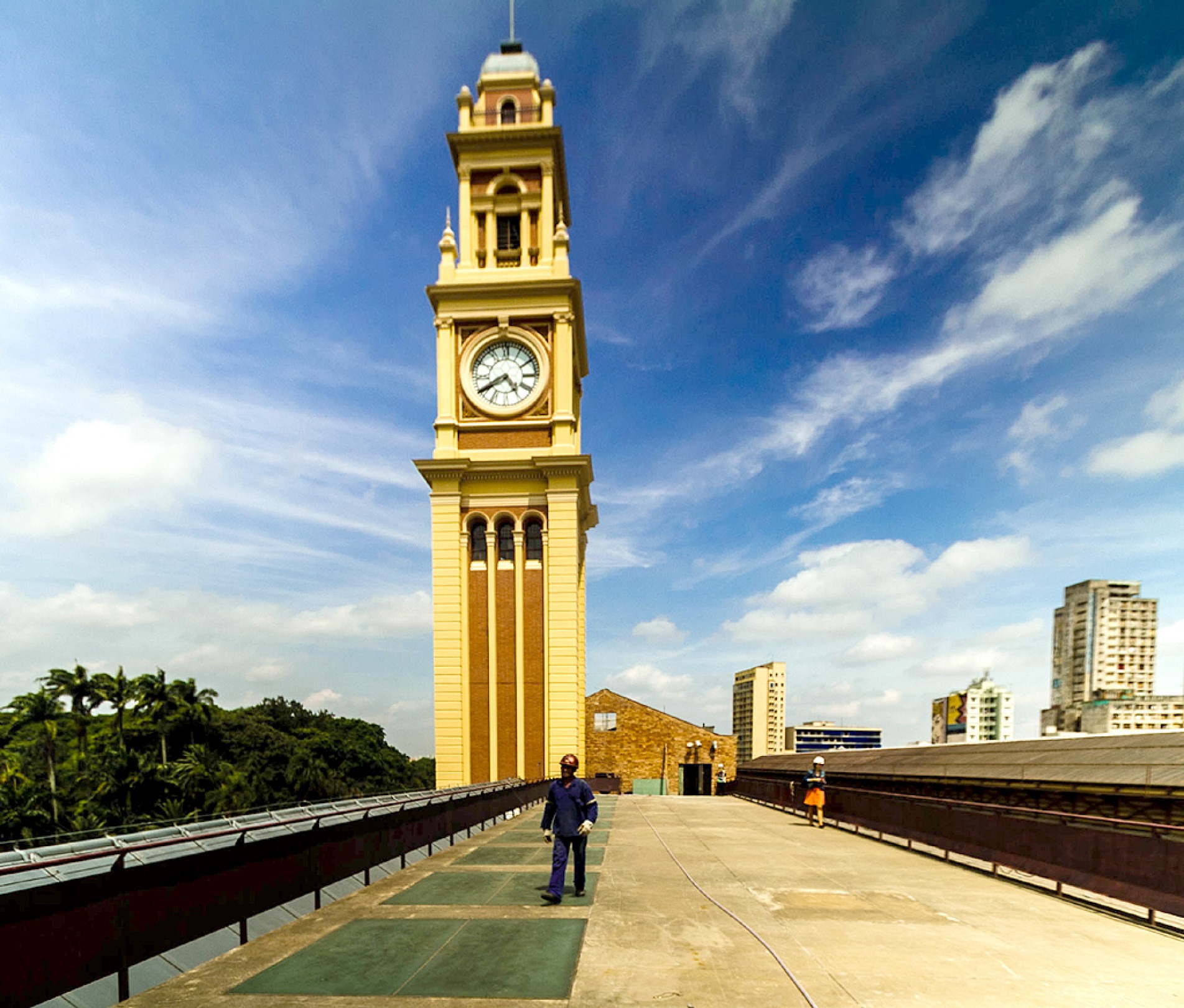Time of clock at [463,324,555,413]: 4:40
